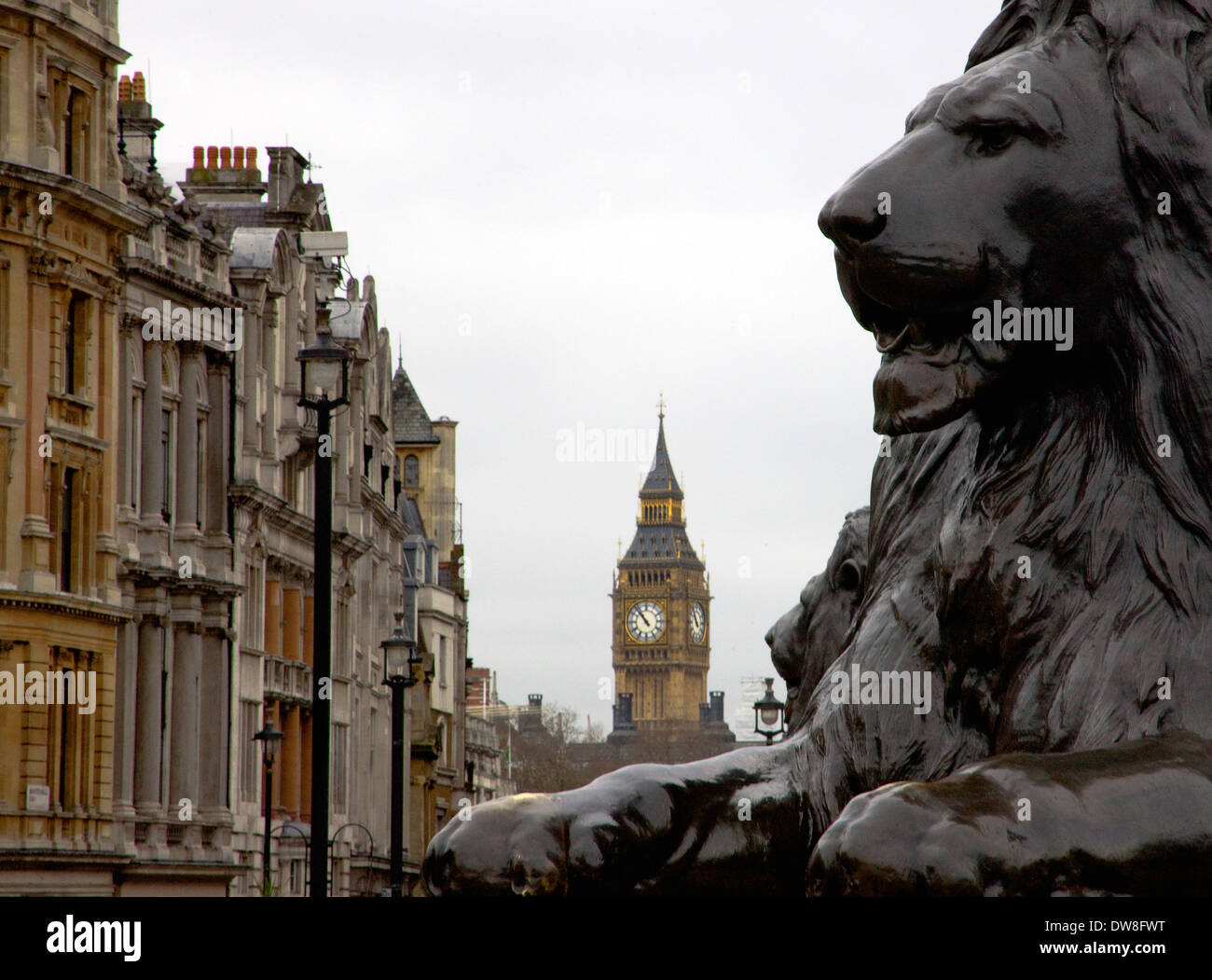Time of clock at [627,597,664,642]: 10:53
